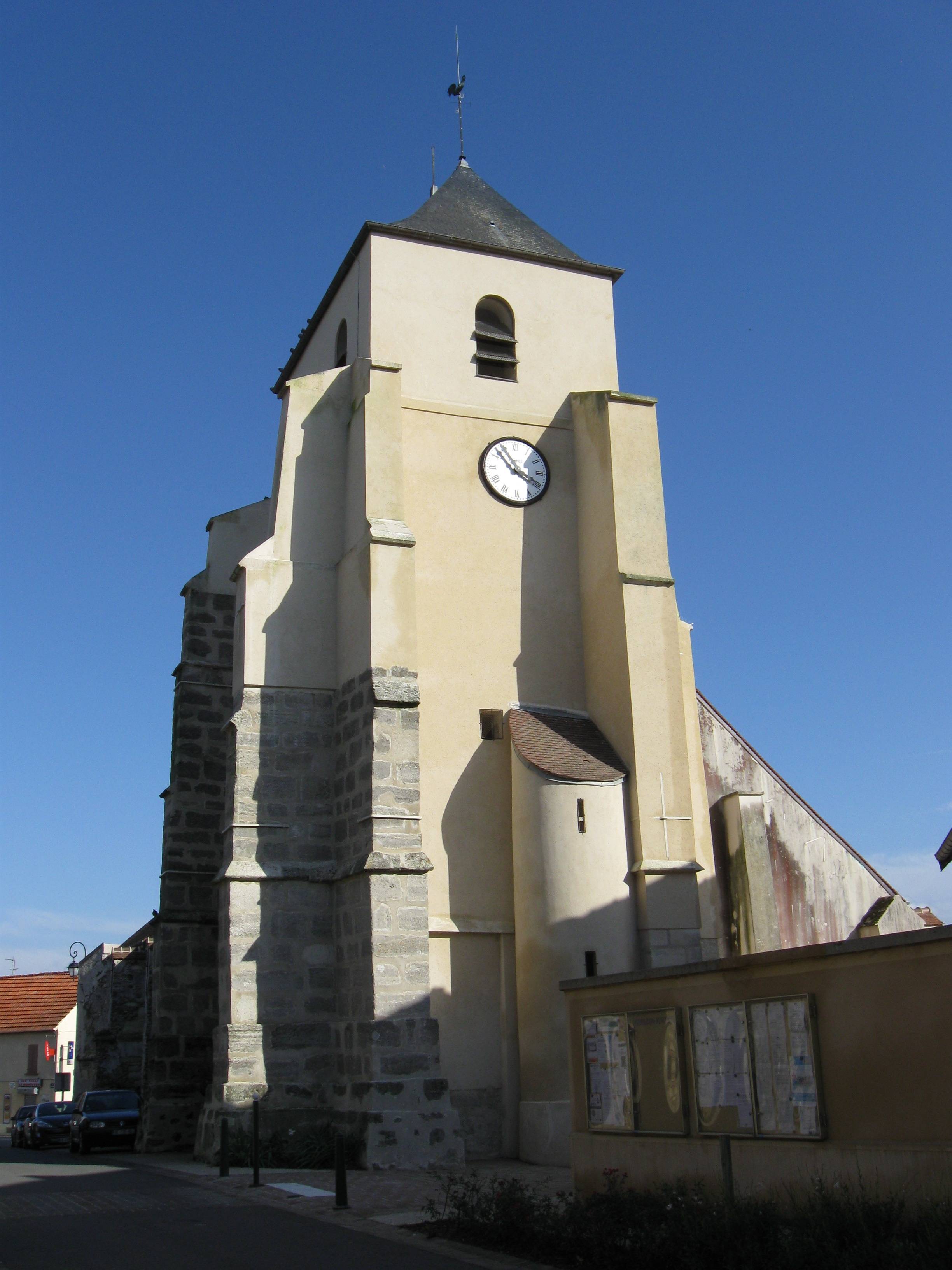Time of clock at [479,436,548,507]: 3:53
